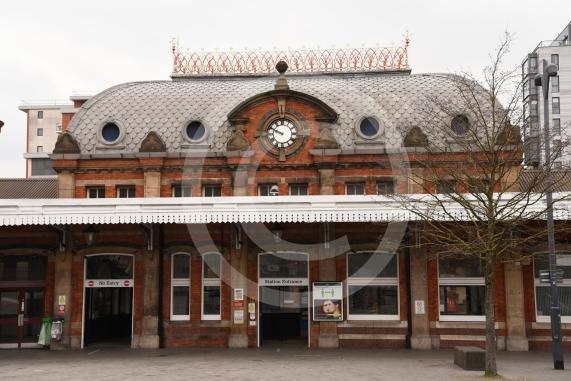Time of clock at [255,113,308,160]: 9:48
